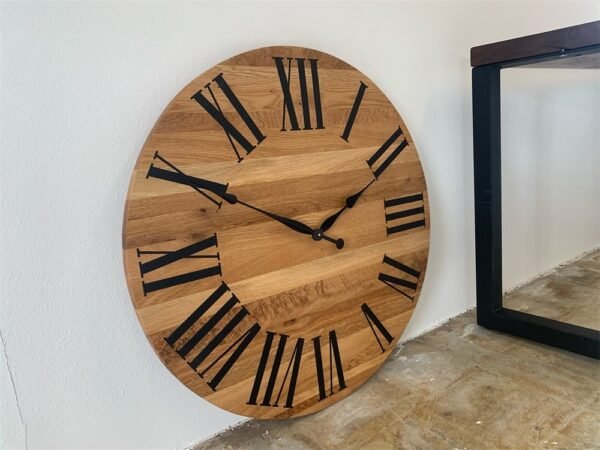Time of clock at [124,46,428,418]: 1:50
